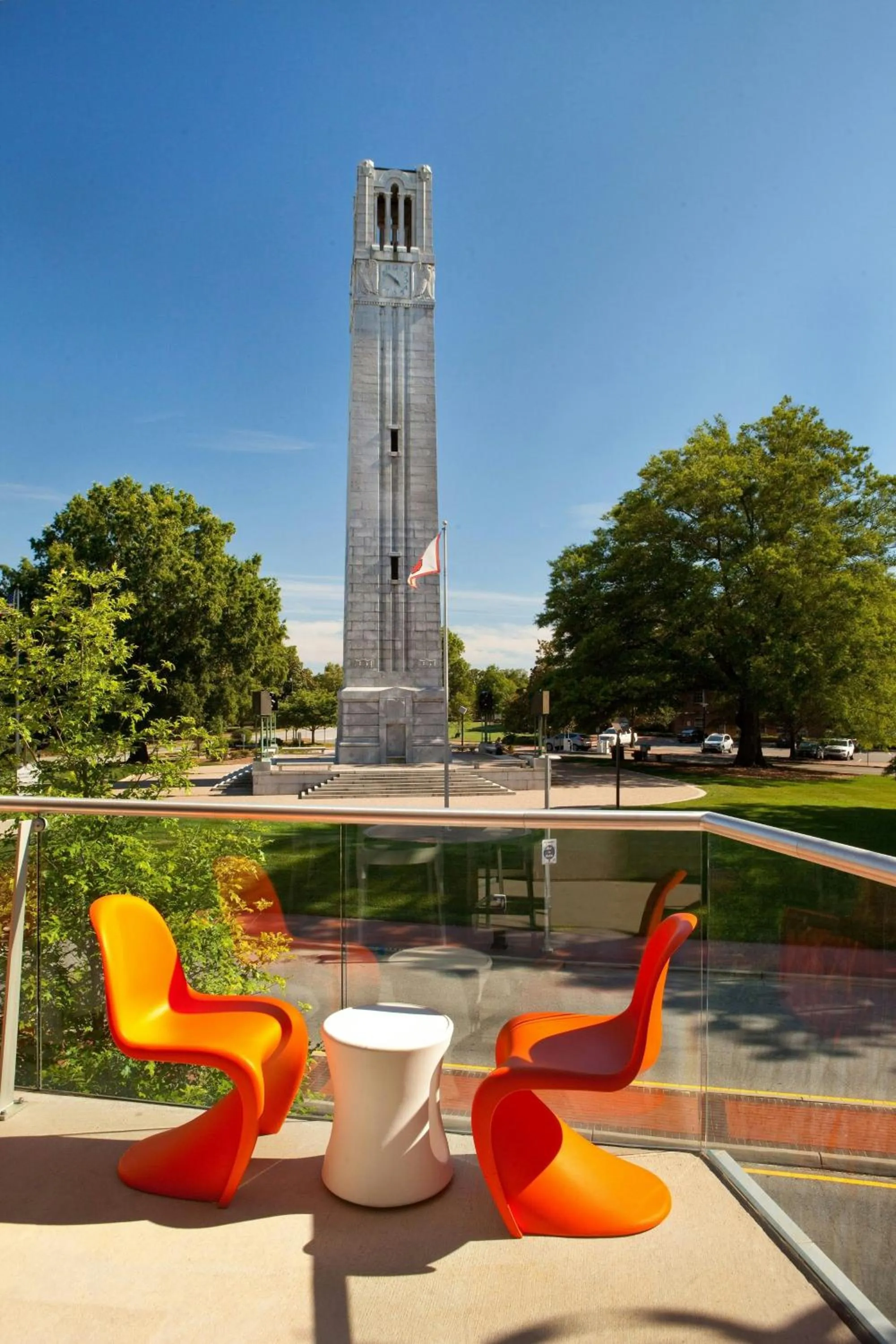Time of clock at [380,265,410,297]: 4:51
